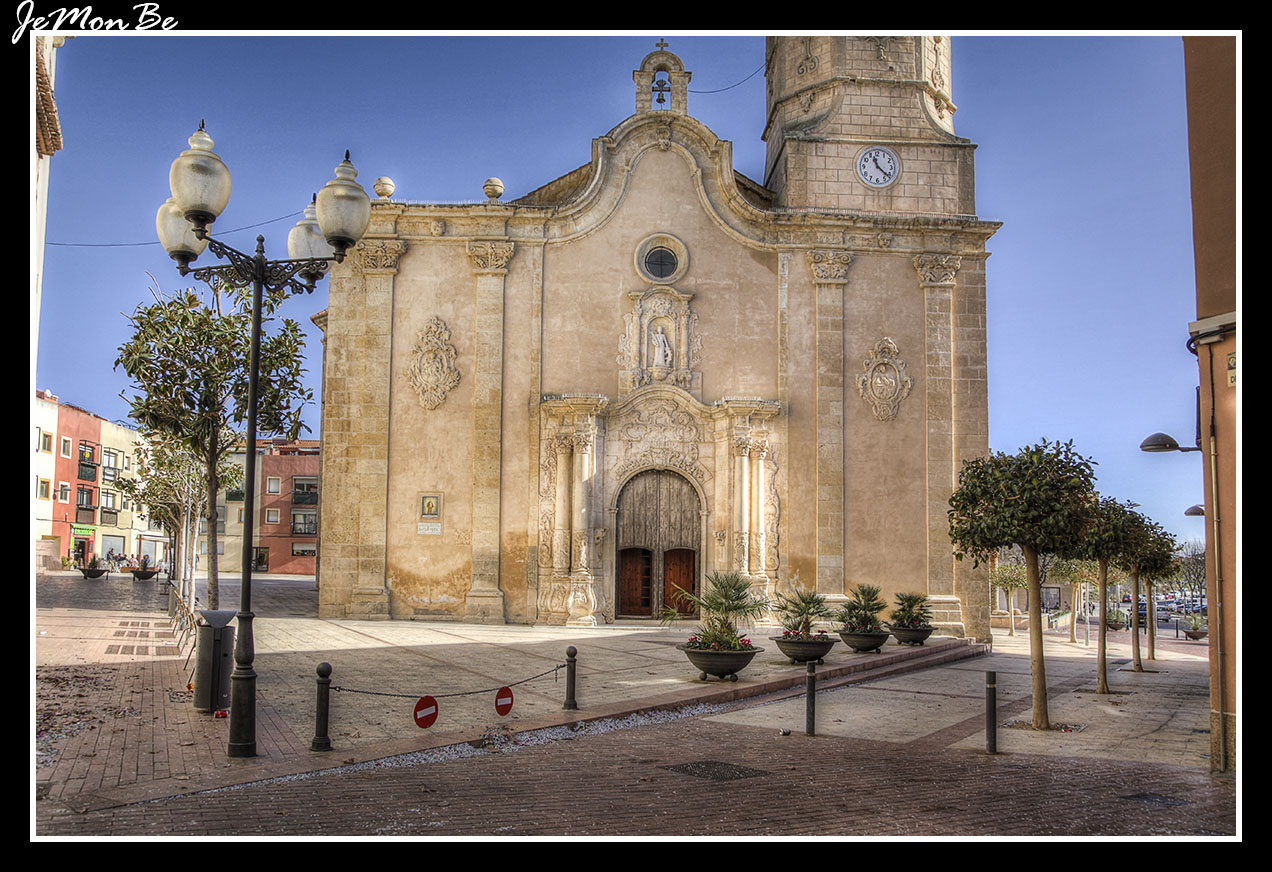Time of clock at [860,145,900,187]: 11:22
